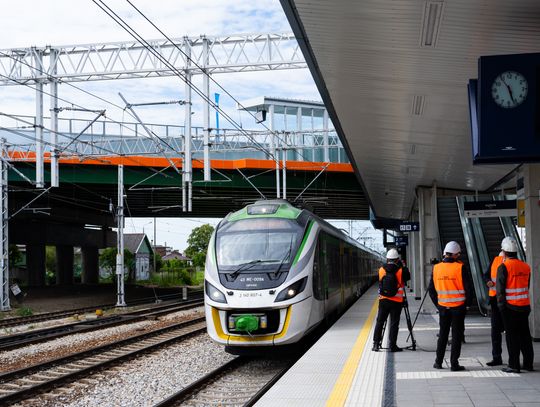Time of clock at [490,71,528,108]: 5:26
